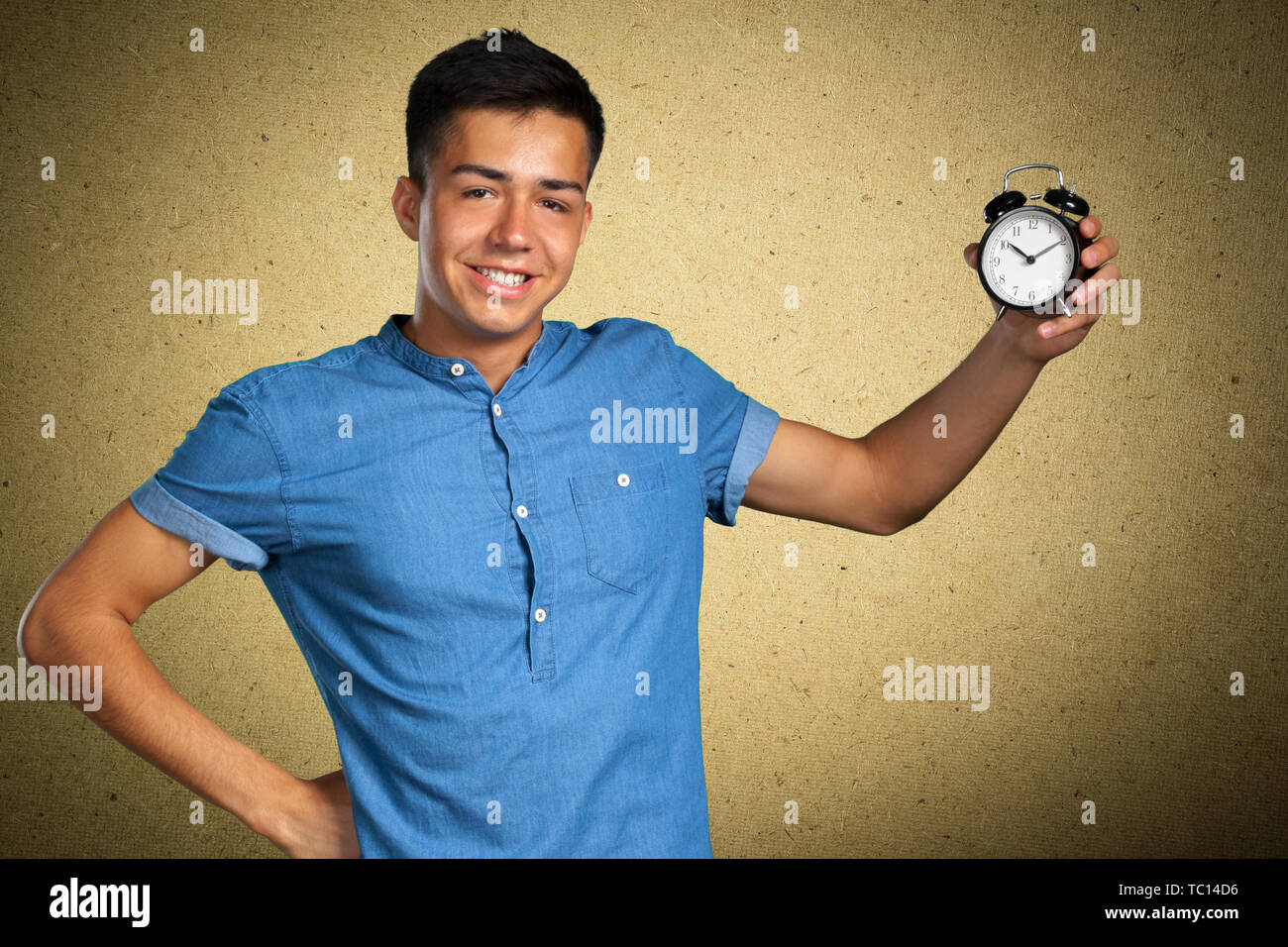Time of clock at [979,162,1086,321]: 10:10
